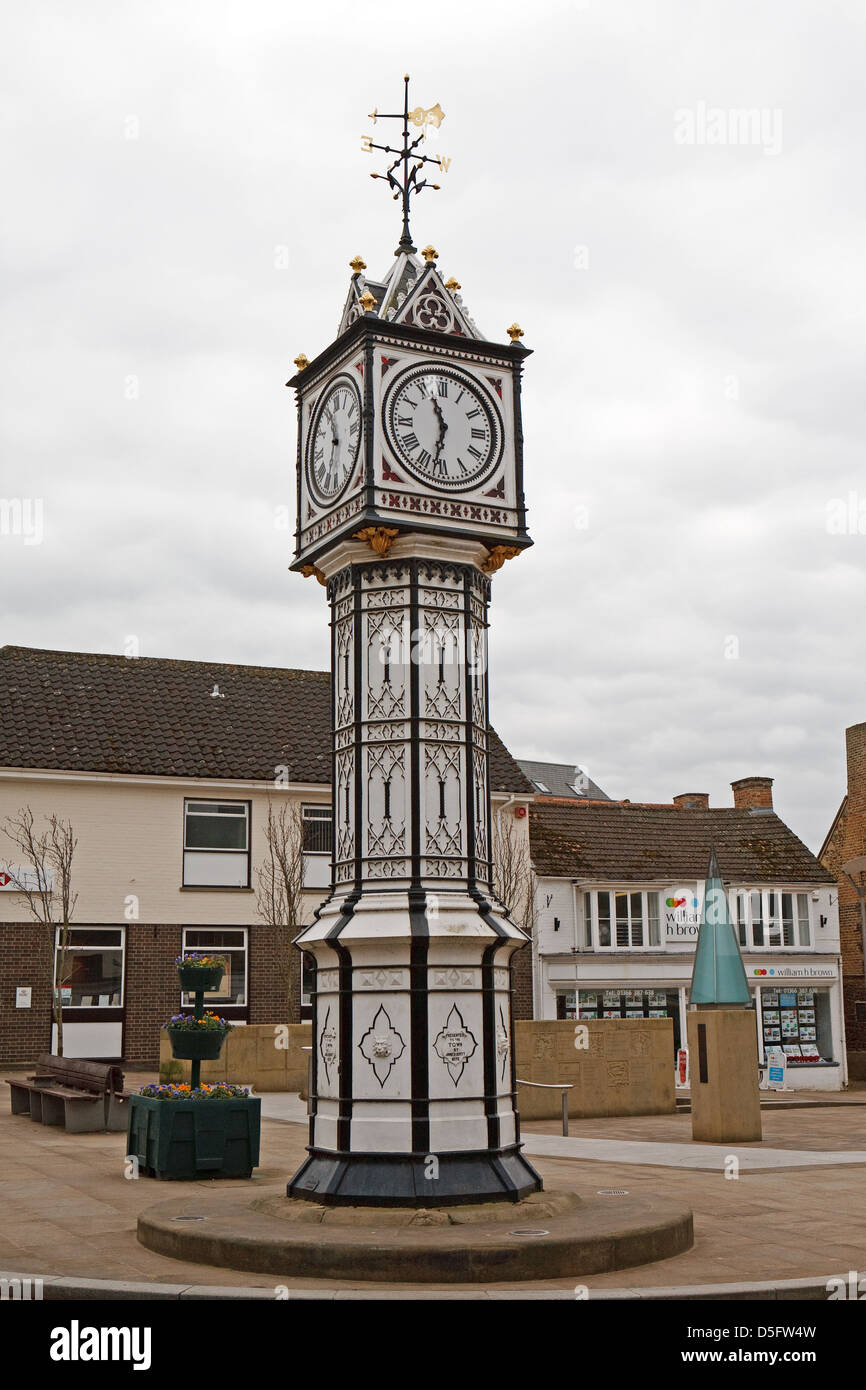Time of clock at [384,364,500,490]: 11:32
